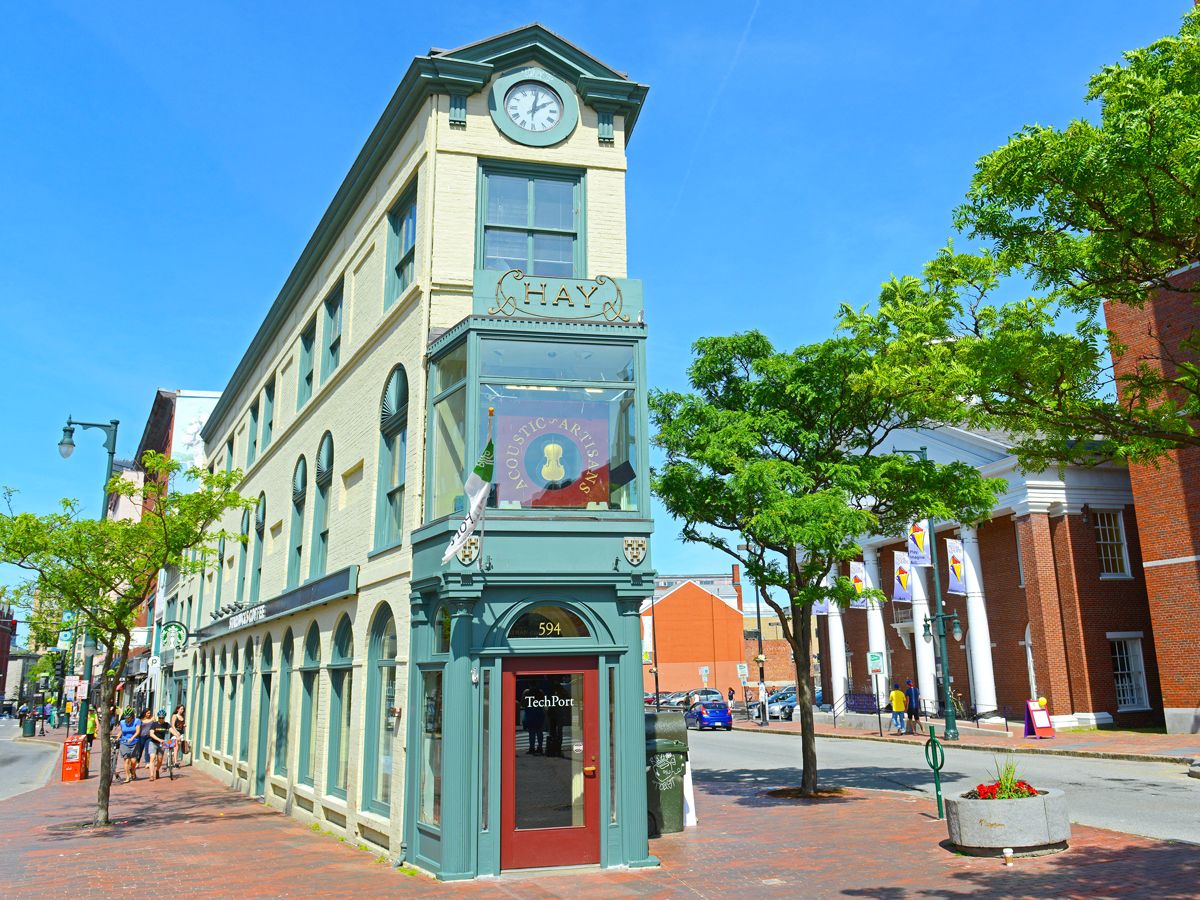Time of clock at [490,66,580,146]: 2:02
